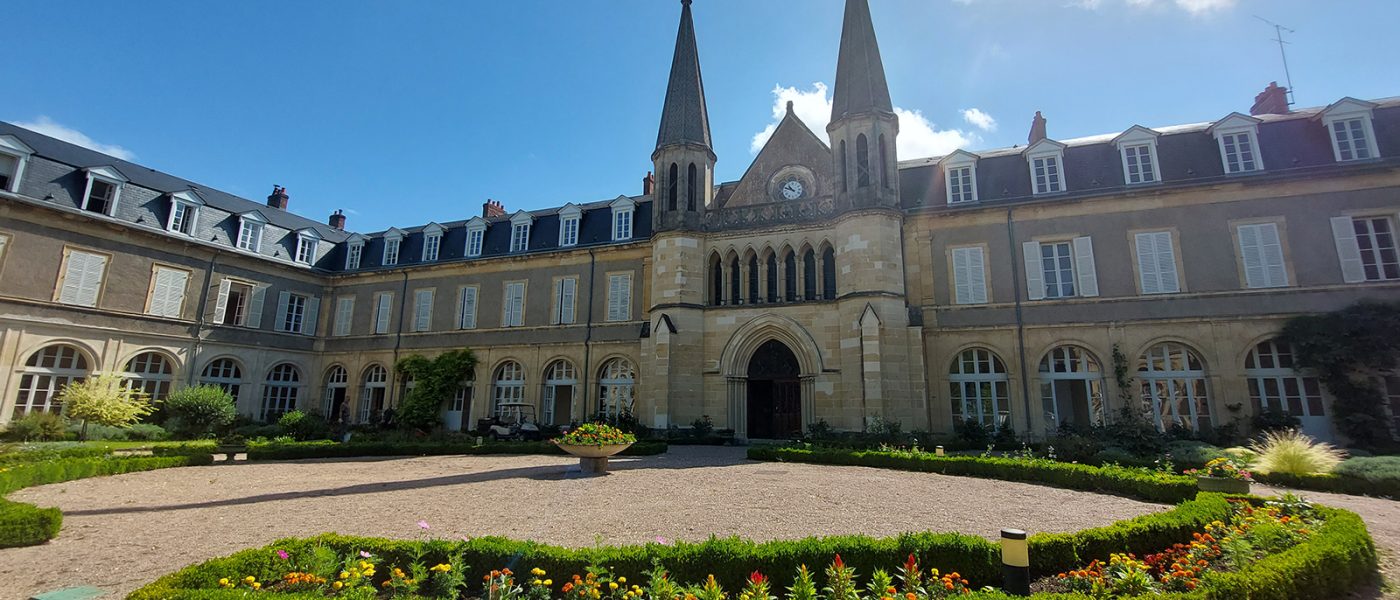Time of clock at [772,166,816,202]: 10:48
